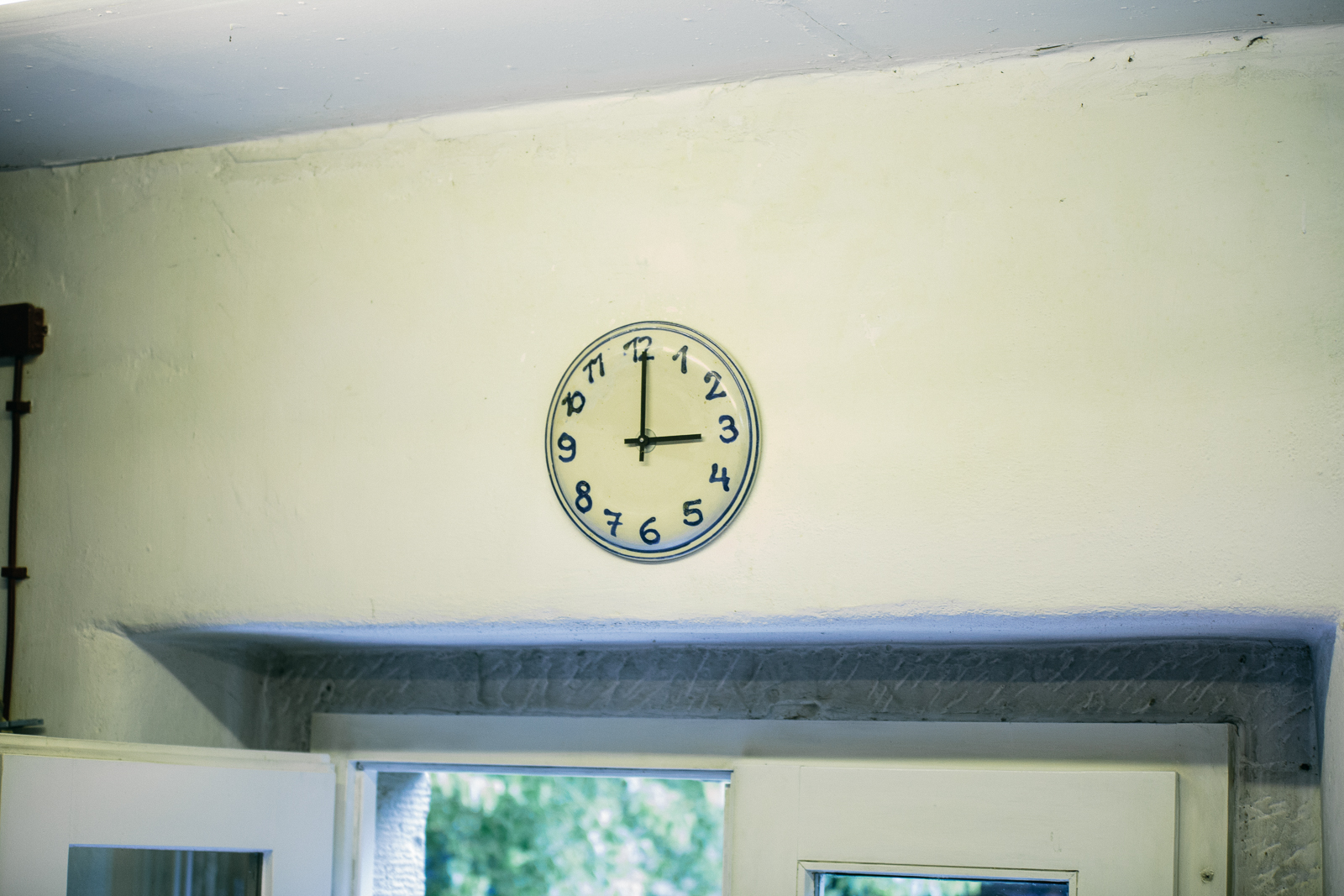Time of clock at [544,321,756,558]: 3:01
